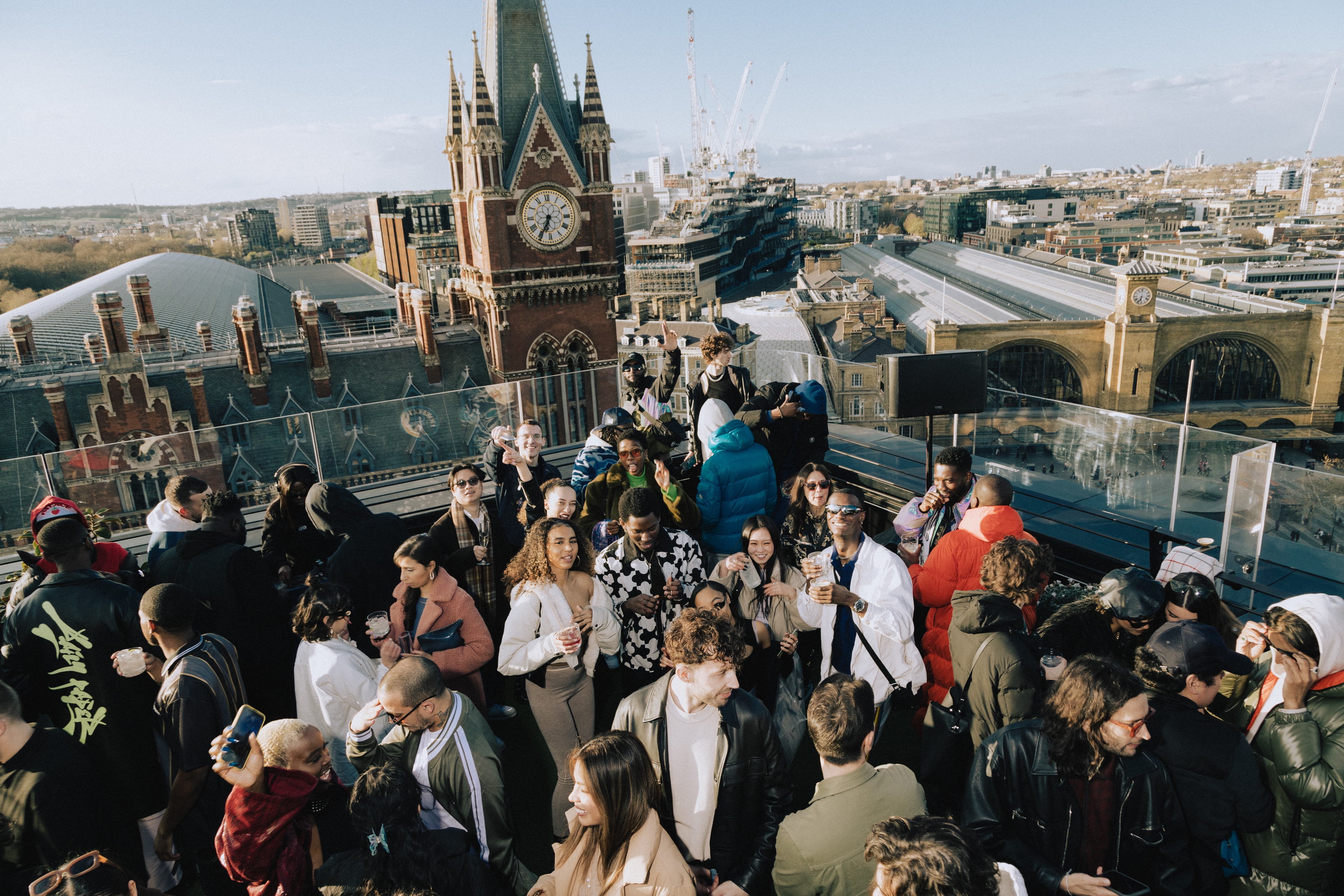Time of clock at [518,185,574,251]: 6:34
